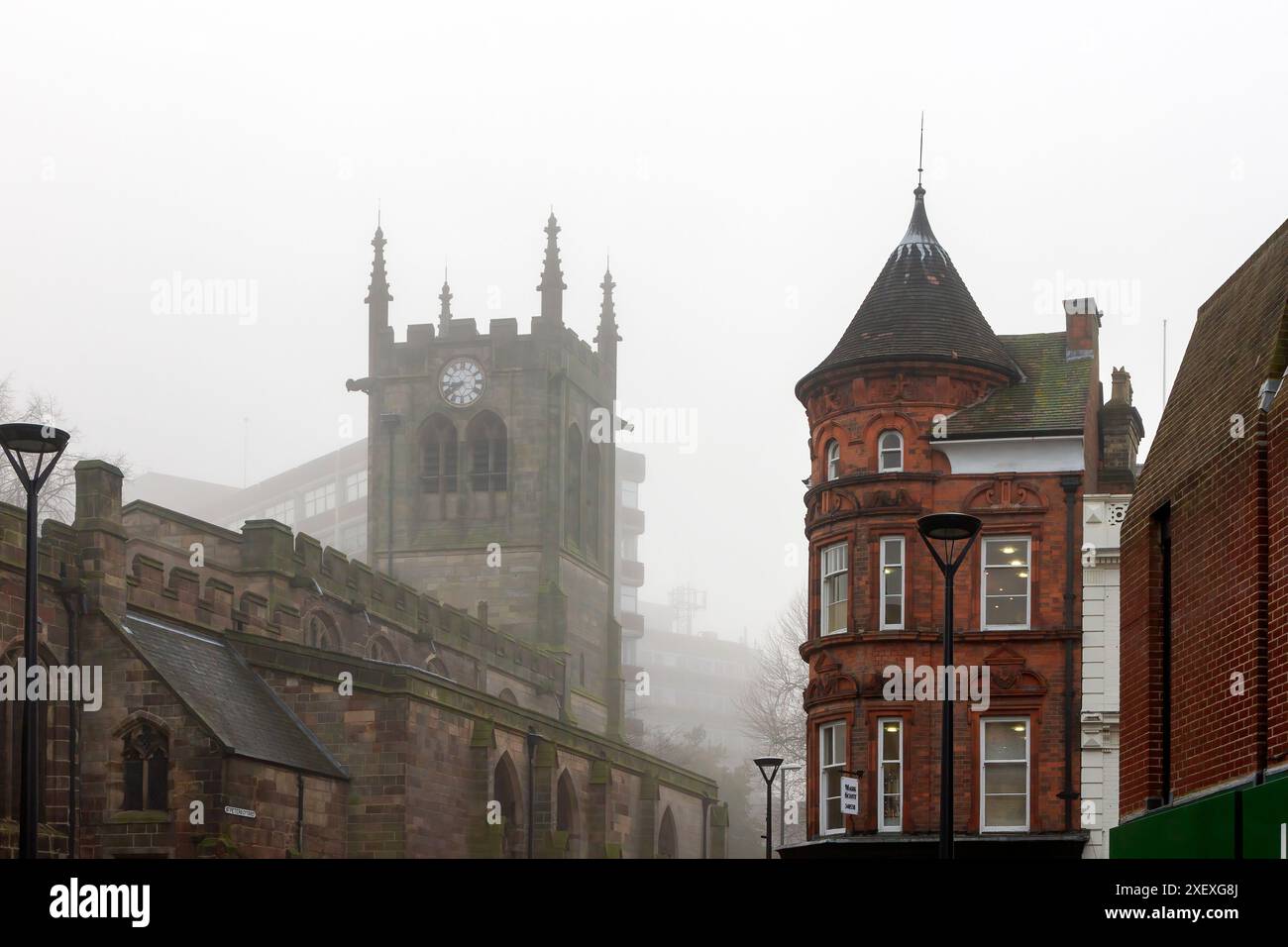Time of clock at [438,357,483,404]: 8:38
